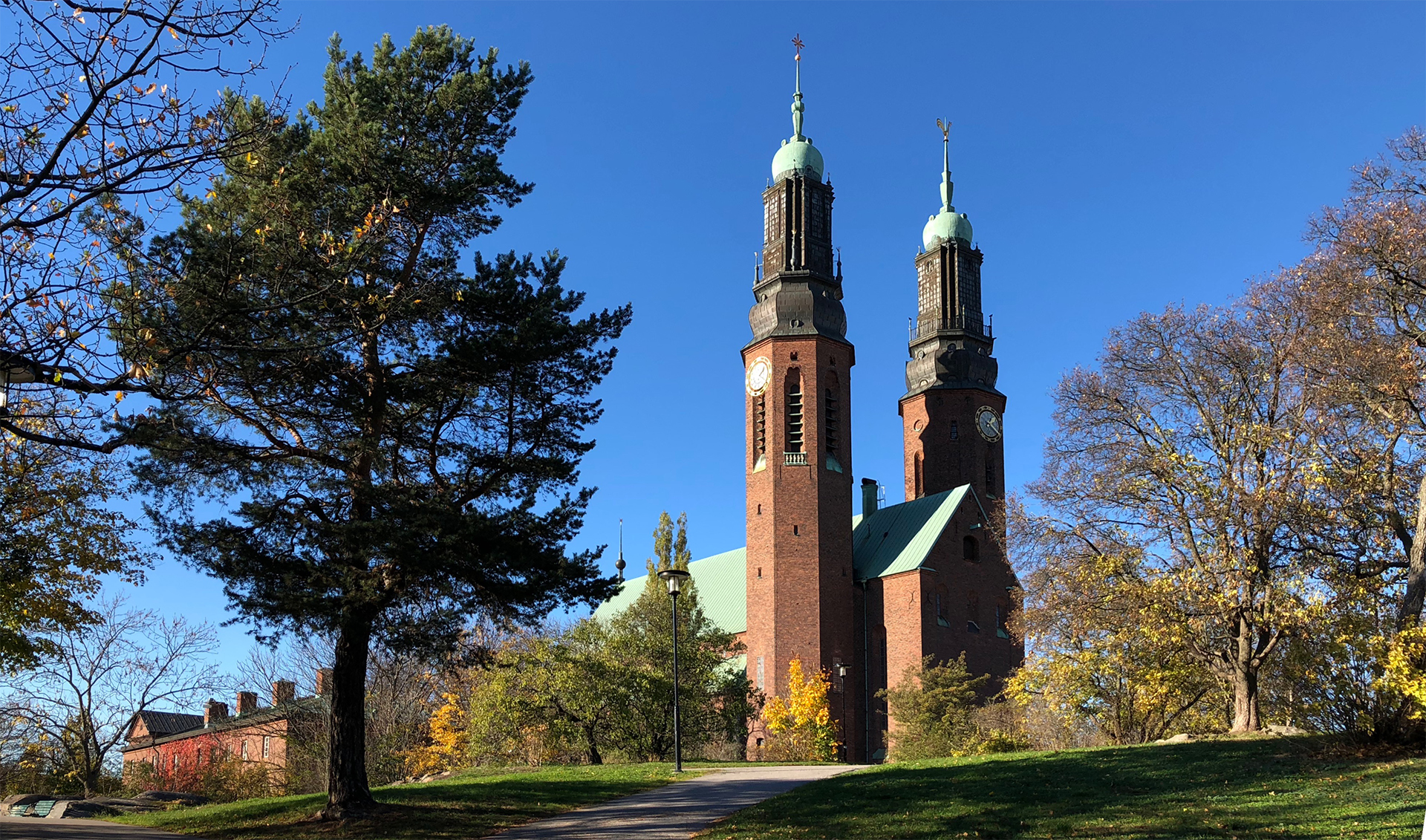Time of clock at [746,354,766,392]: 1:20
